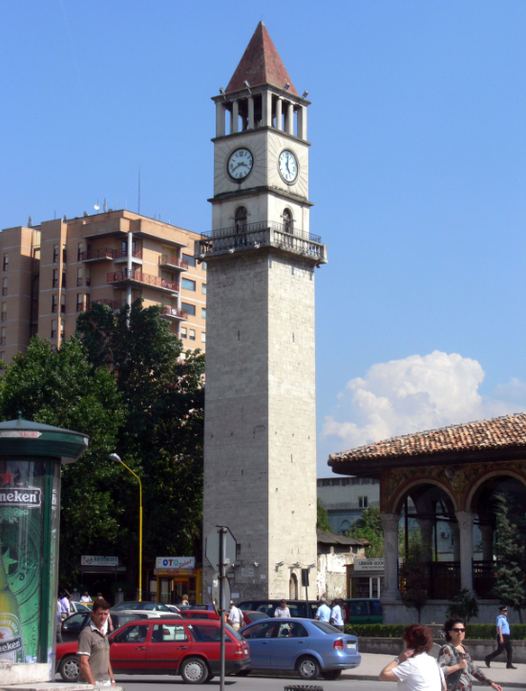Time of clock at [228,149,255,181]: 3:40
